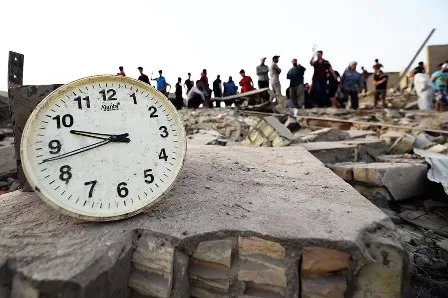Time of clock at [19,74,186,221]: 9:42
